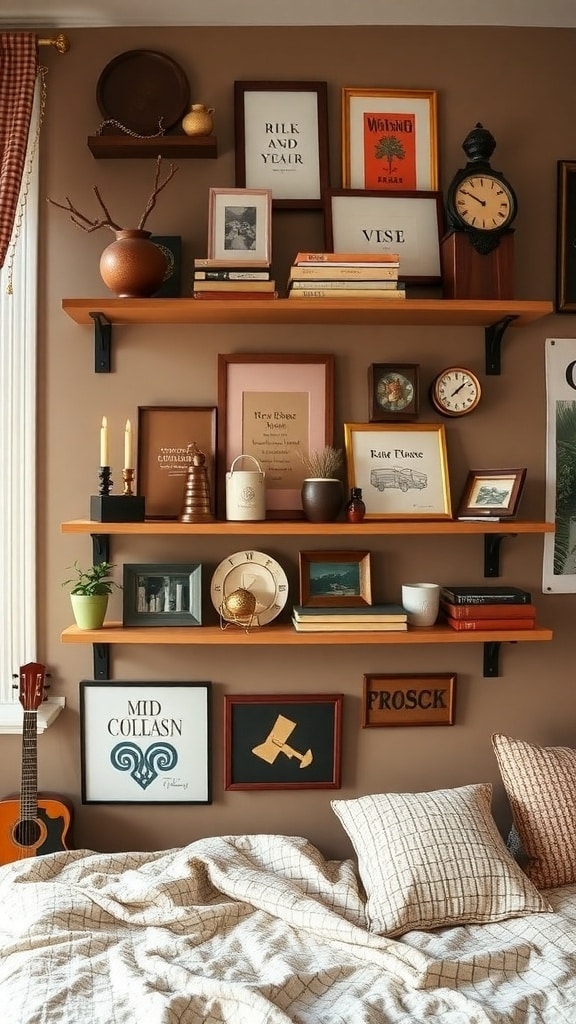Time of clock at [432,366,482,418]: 1:07
